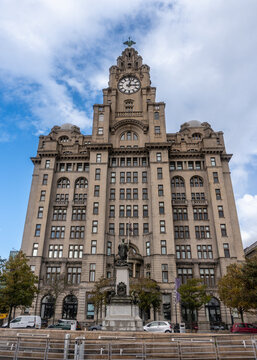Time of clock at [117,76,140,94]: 3:02
